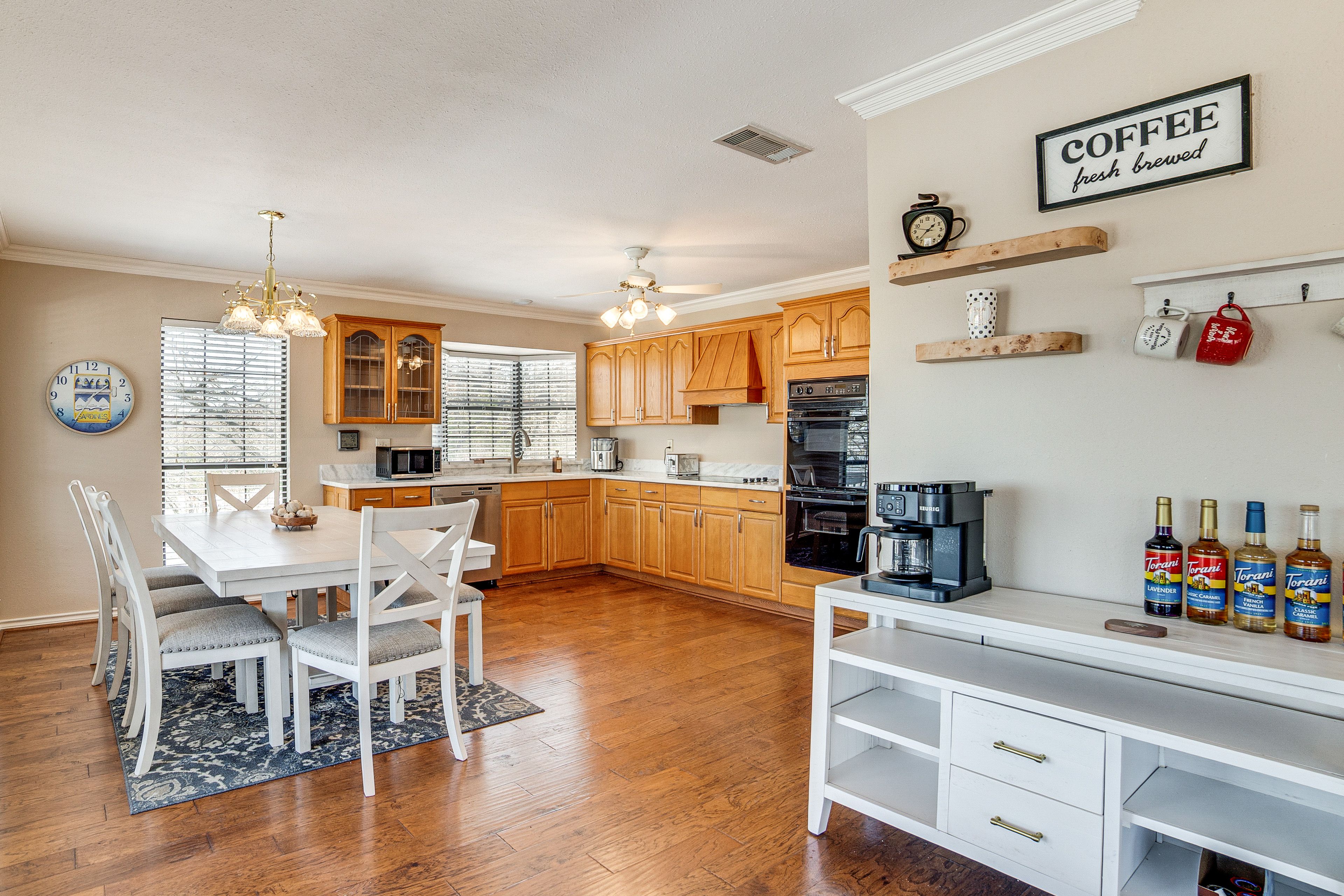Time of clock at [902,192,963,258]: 1:37
